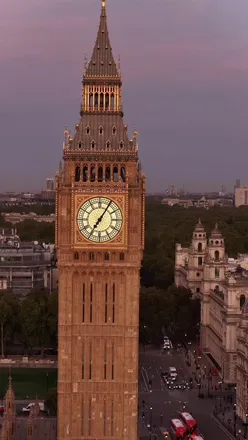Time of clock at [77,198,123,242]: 7:05
